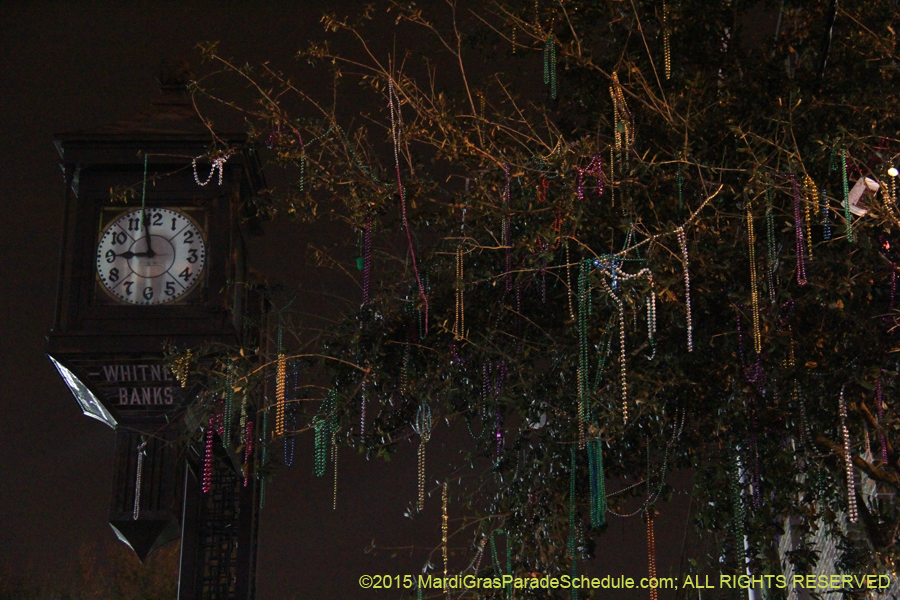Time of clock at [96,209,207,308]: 8:58
